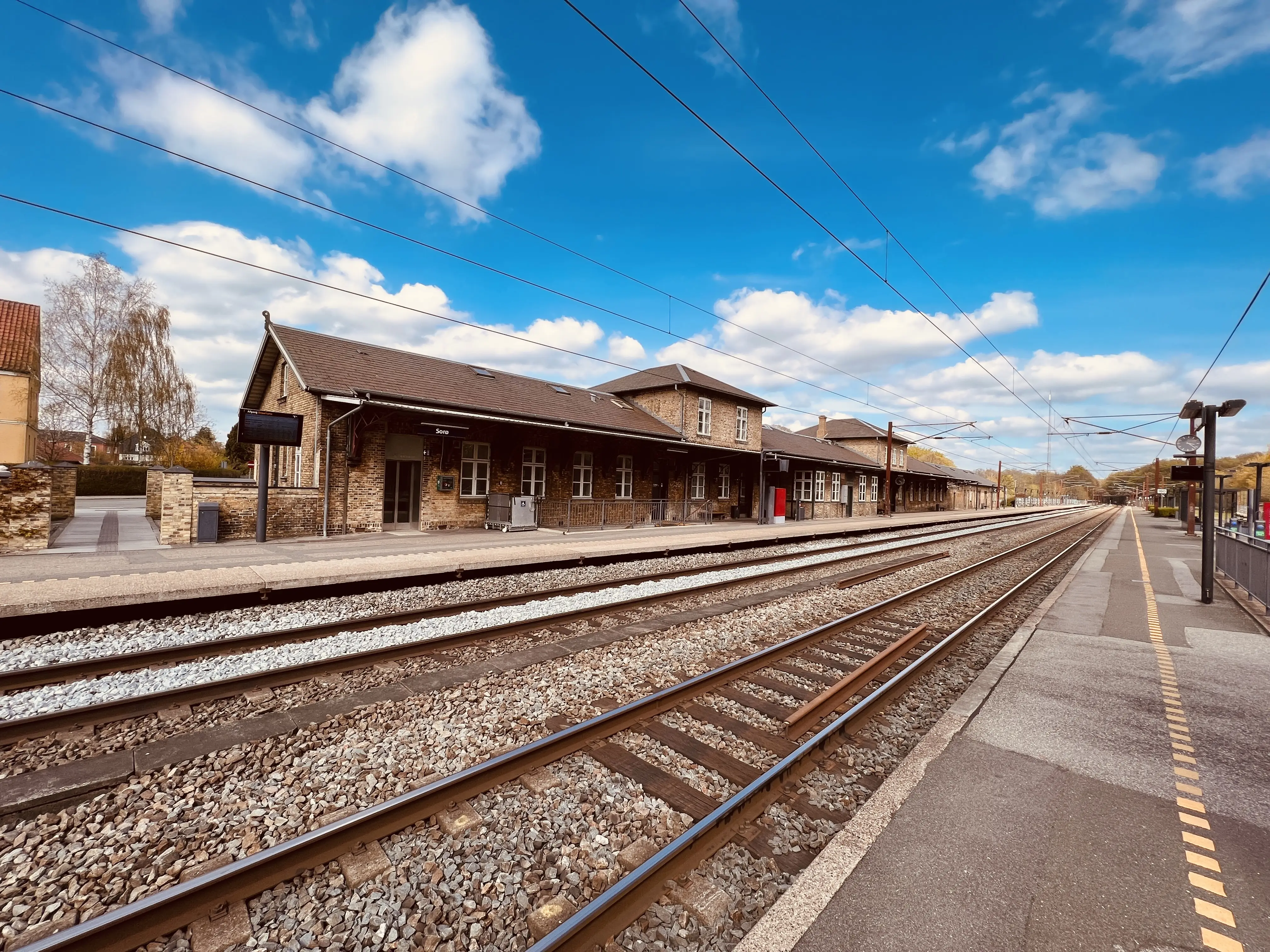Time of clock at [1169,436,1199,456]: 3:22
